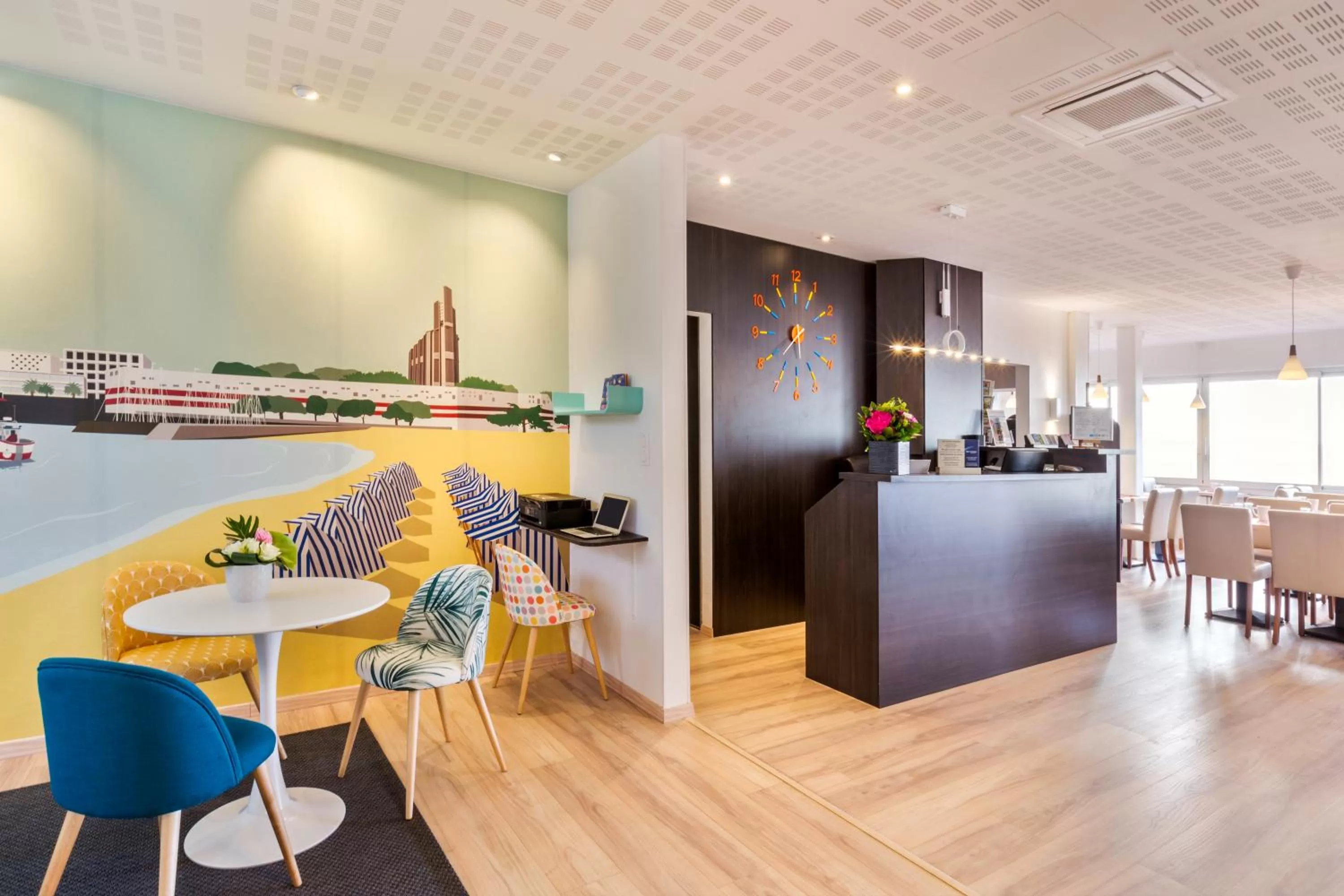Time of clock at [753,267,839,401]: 5:40
